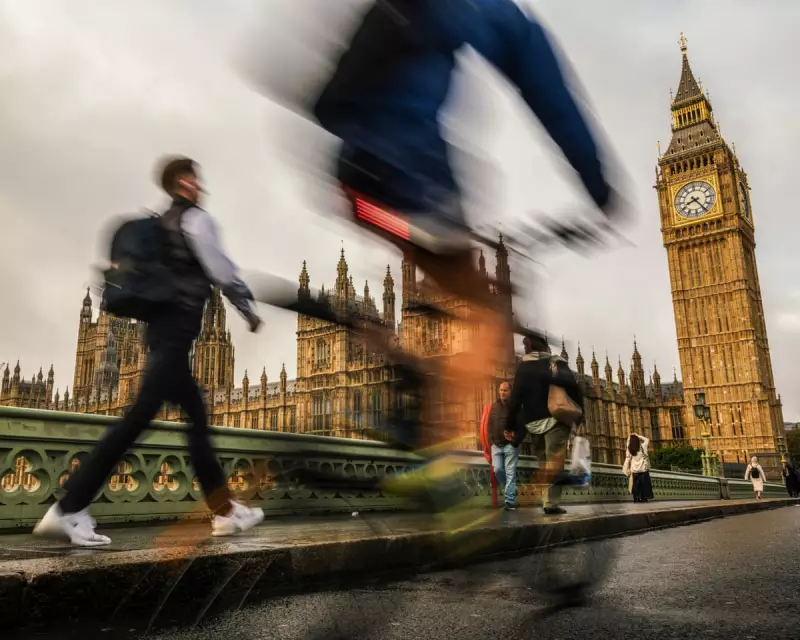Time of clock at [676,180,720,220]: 8:24
